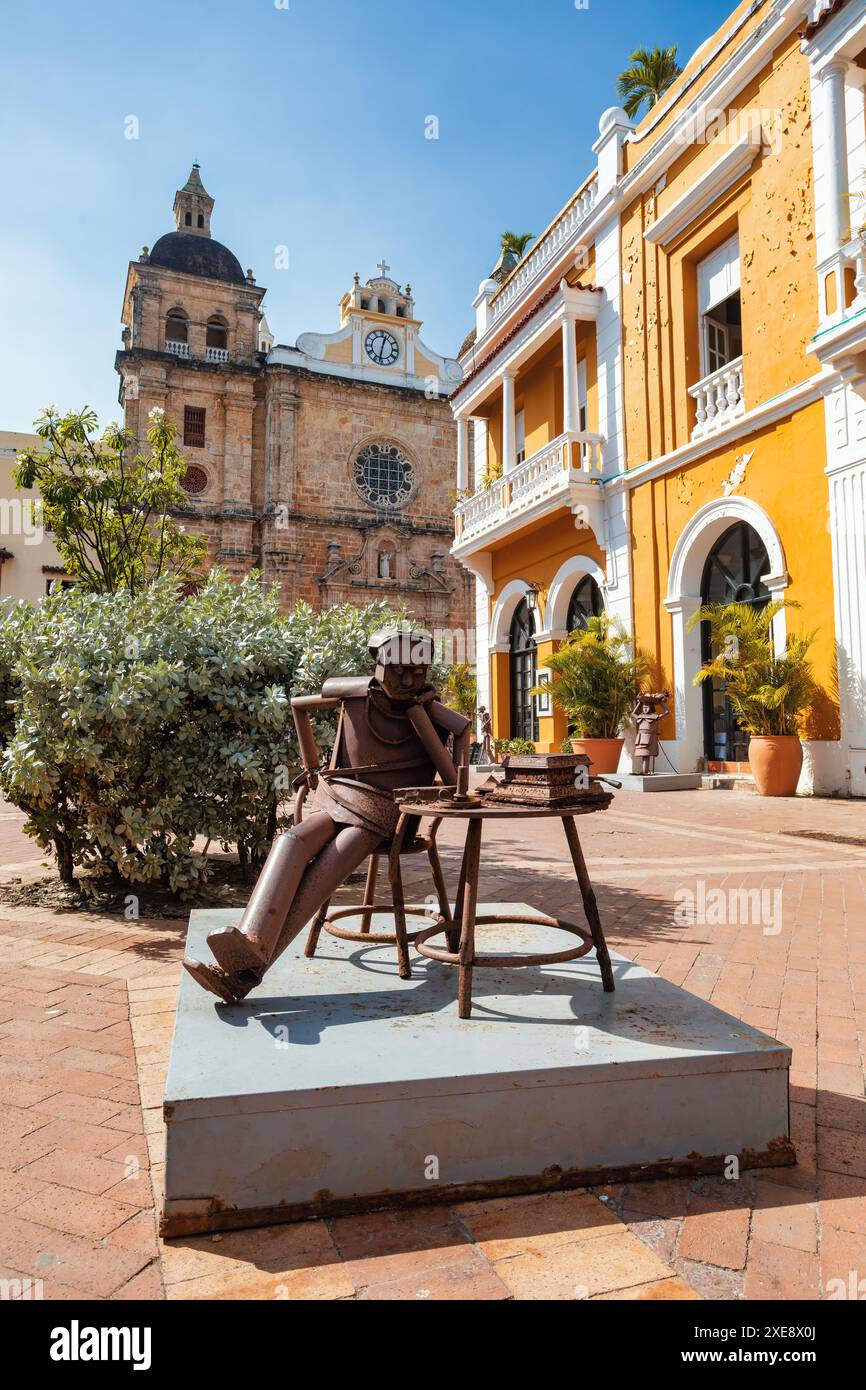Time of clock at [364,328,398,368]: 12:32
